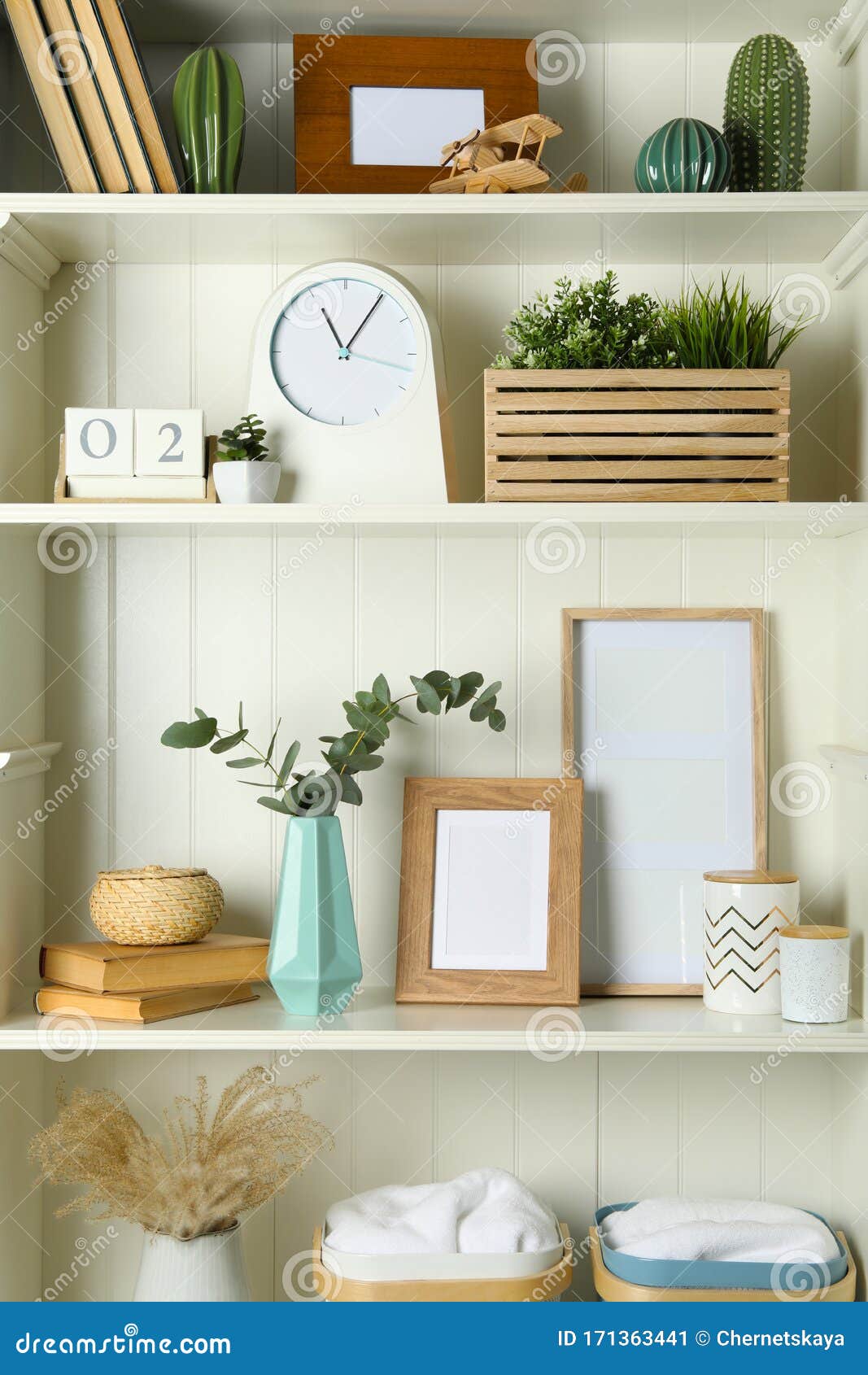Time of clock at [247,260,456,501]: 11:05
